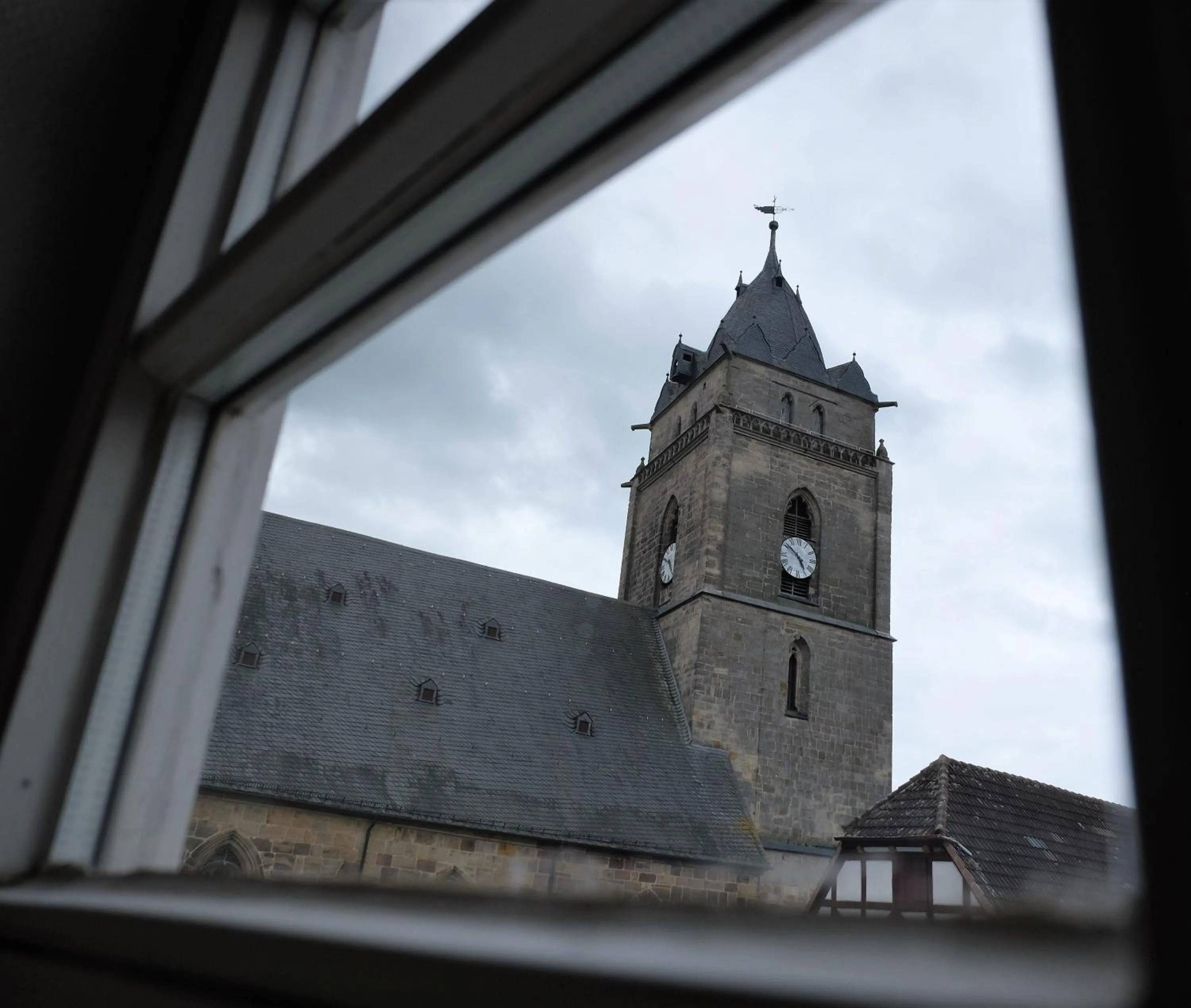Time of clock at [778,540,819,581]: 4:51
